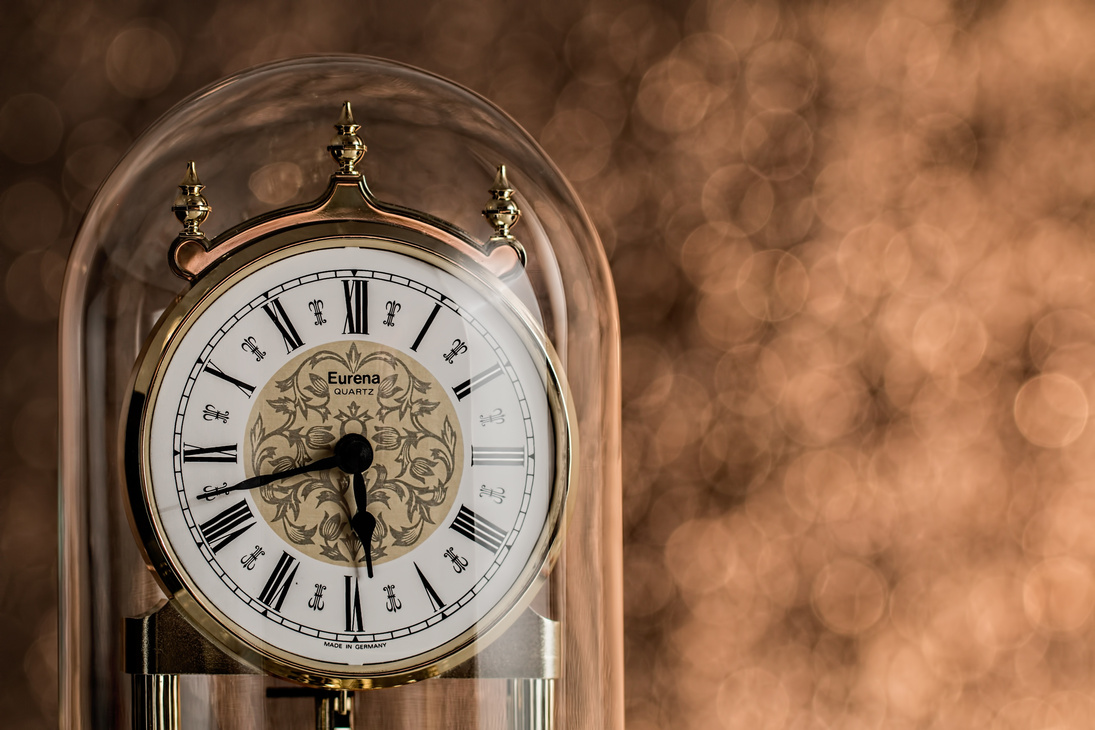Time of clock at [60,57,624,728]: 5:42
